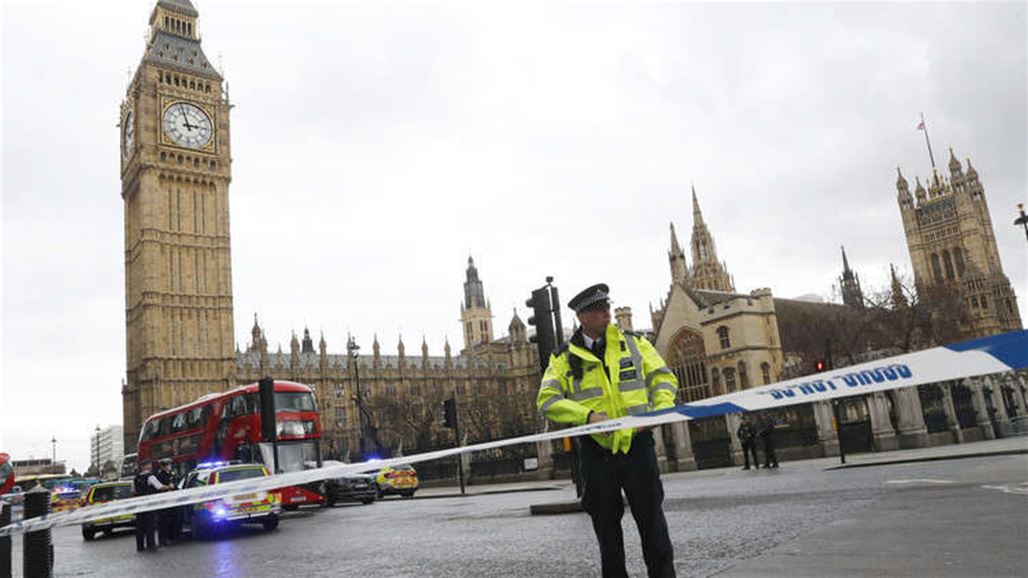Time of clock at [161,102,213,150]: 2:57
